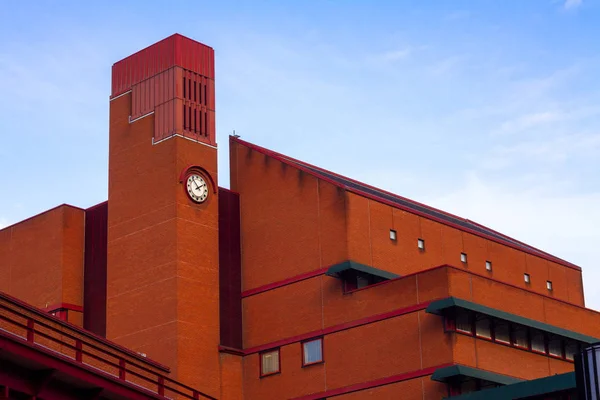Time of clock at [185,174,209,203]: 1:53
